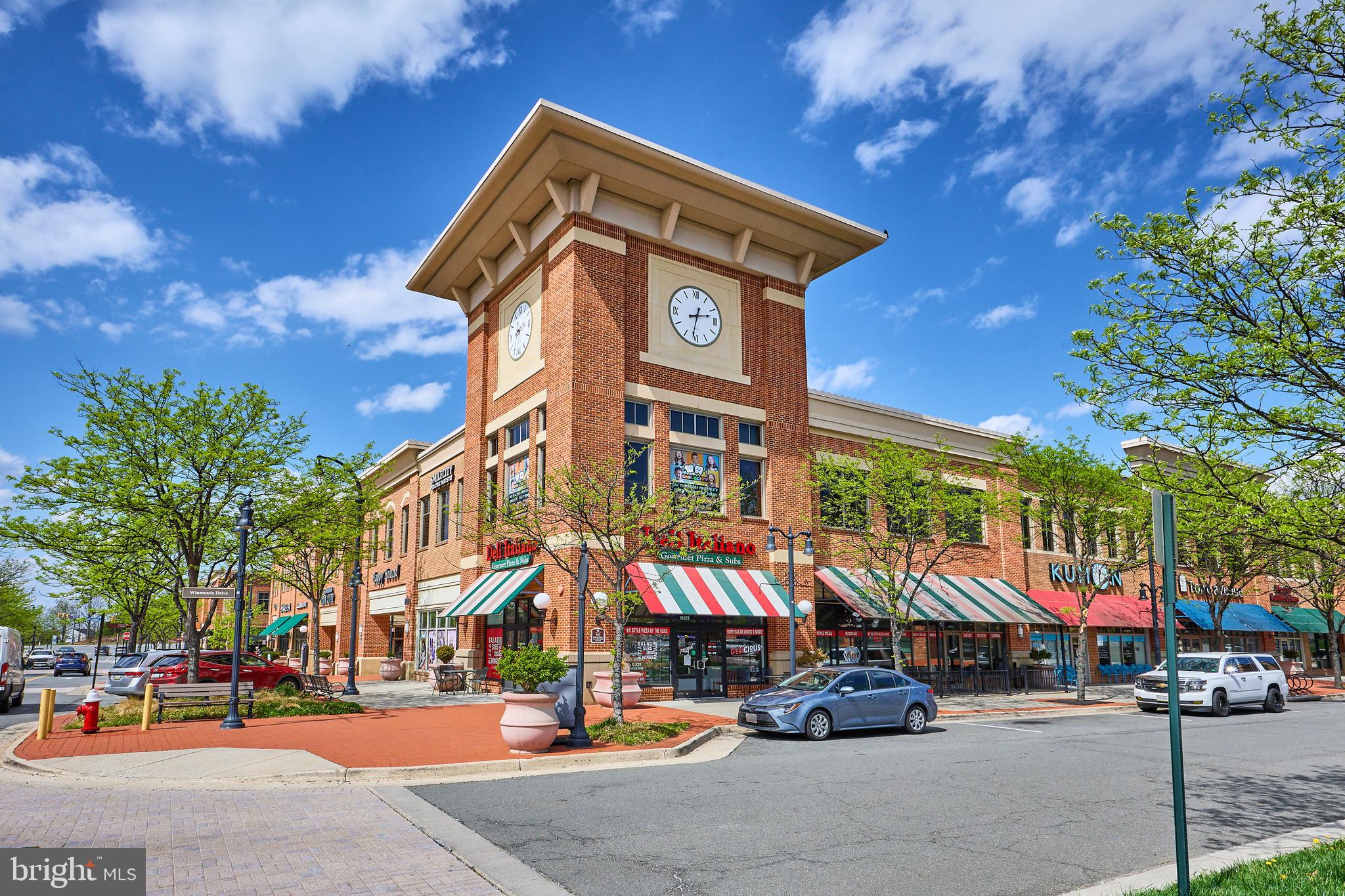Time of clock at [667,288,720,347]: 2:31
